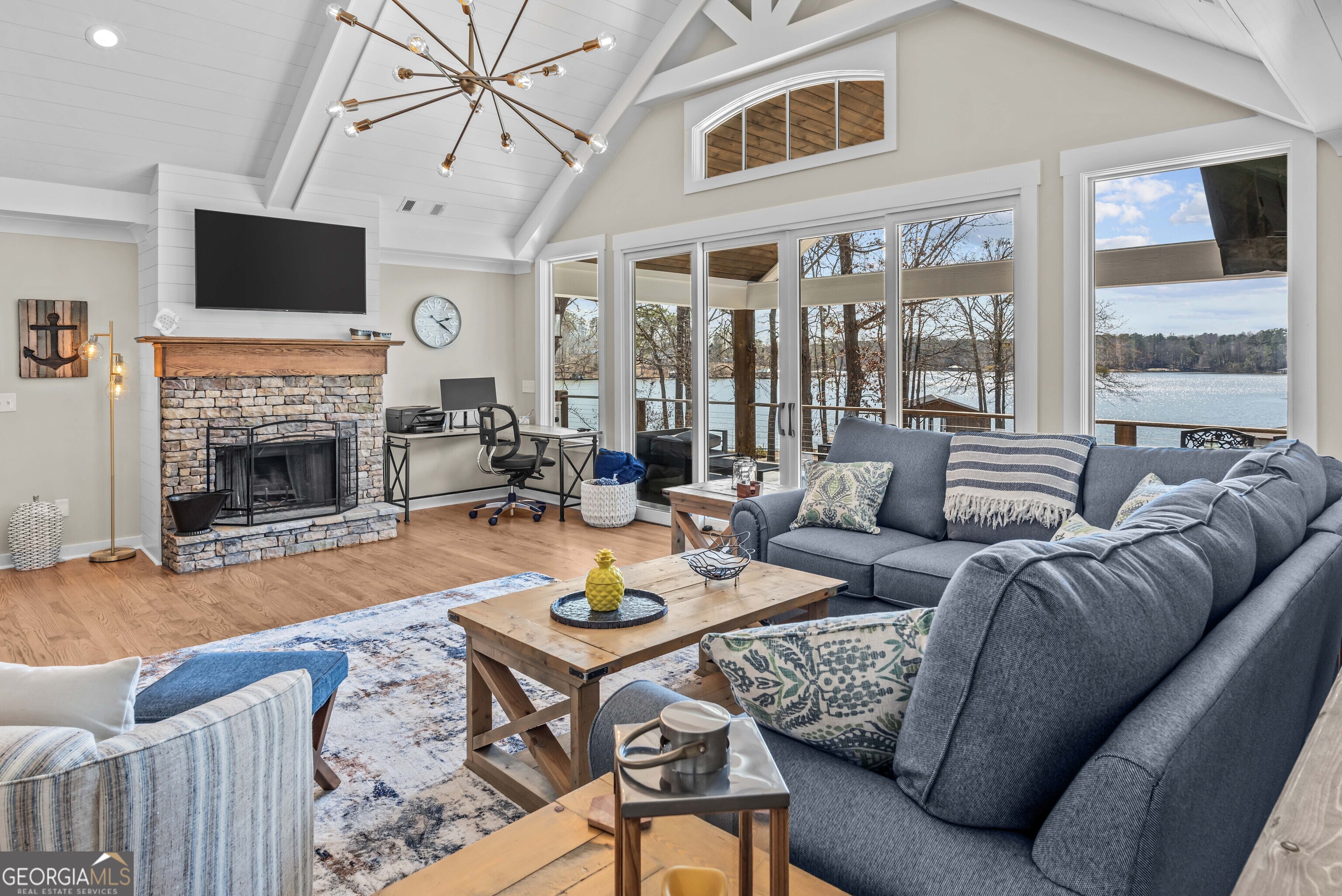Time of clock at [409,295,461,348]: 2:20
